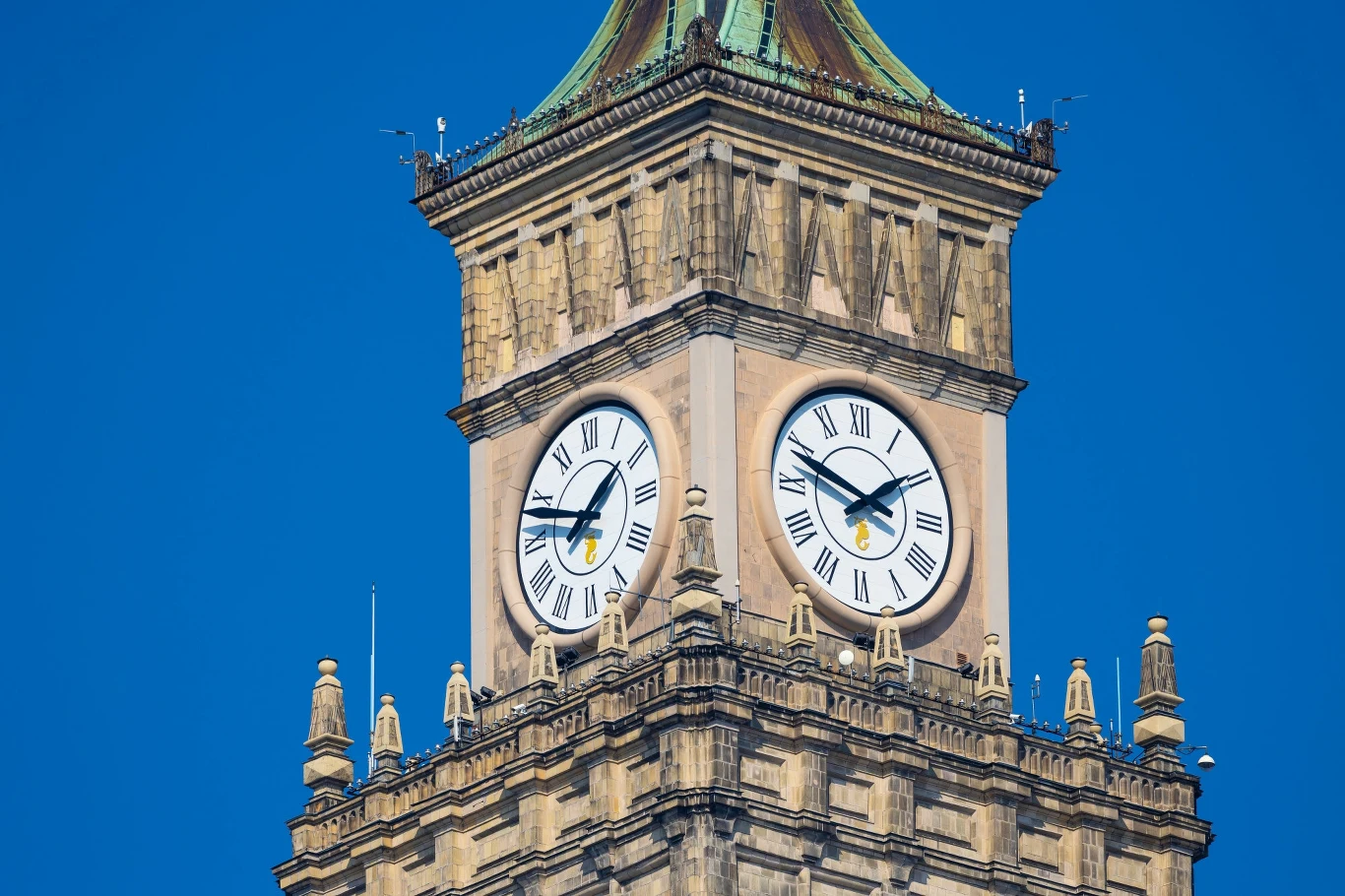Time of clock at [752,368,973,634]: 1:48
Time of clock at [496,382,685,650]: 1:47
